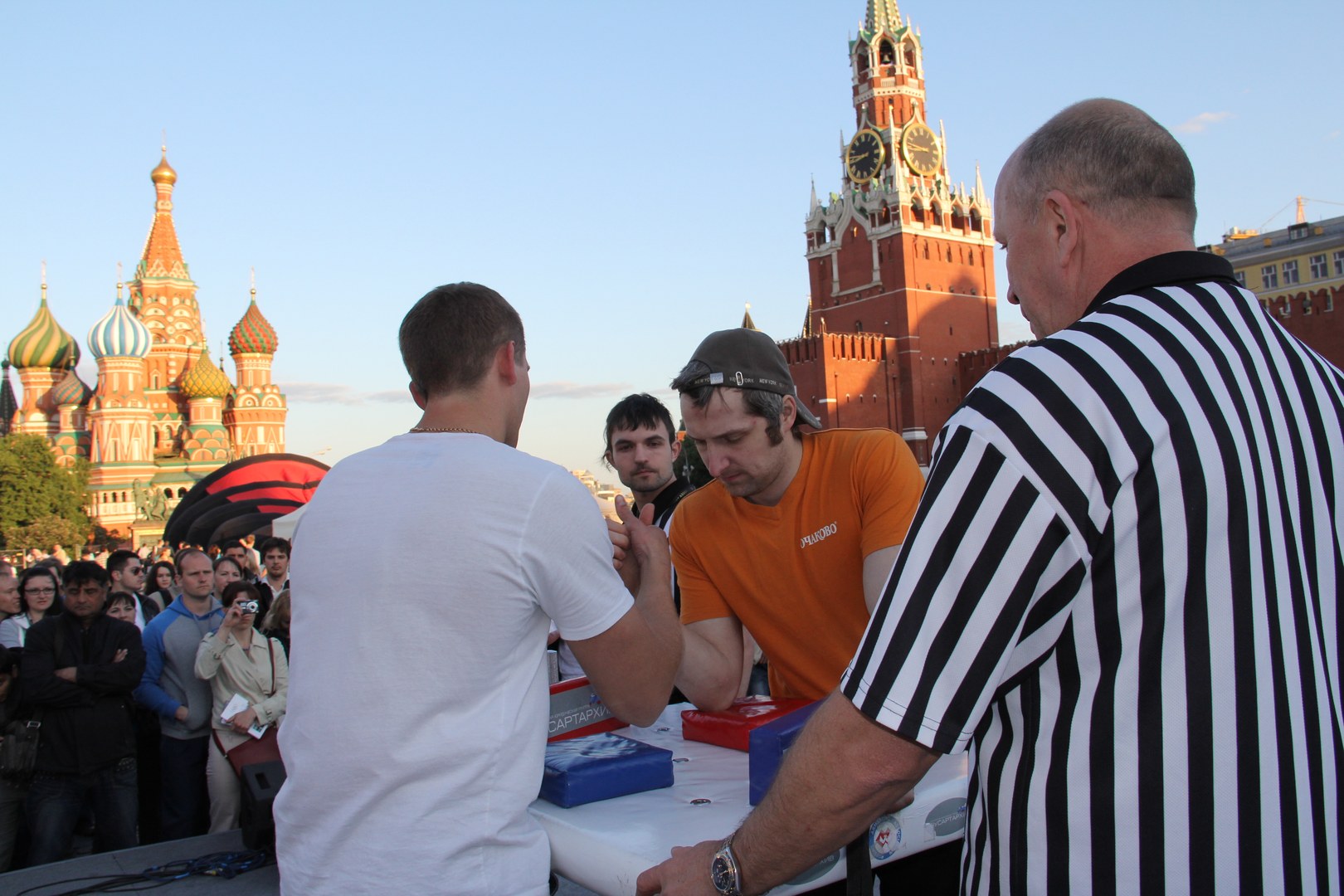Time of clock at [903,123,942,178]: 8:46
